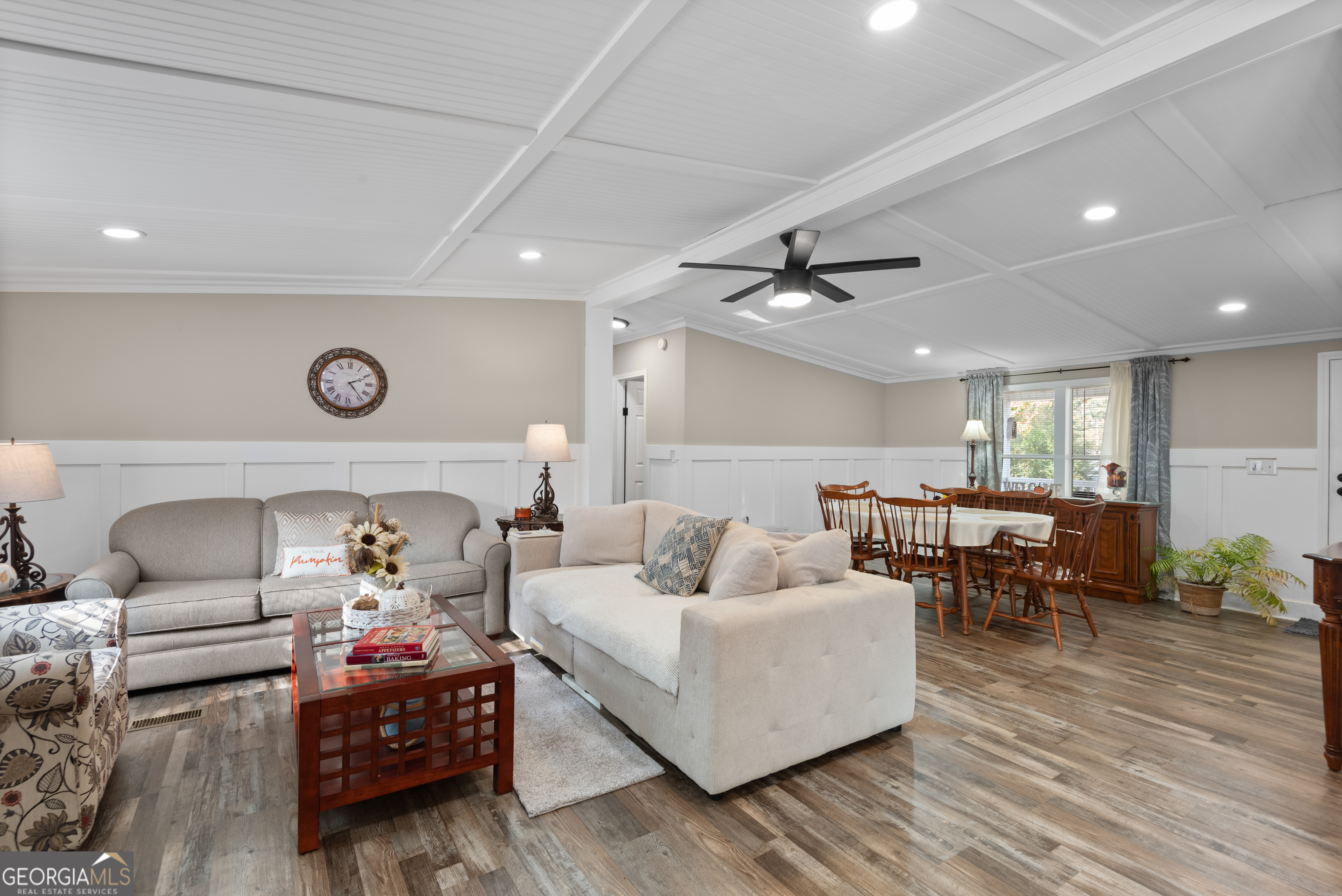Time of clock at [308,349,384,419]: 2:23
